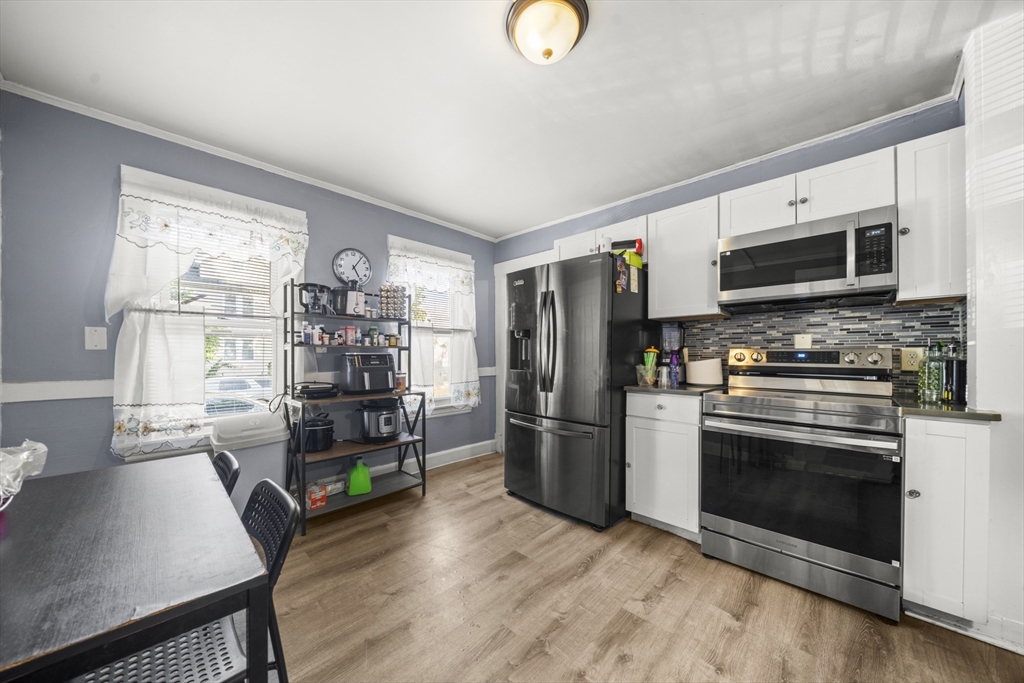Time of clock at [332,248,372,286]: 5:06
